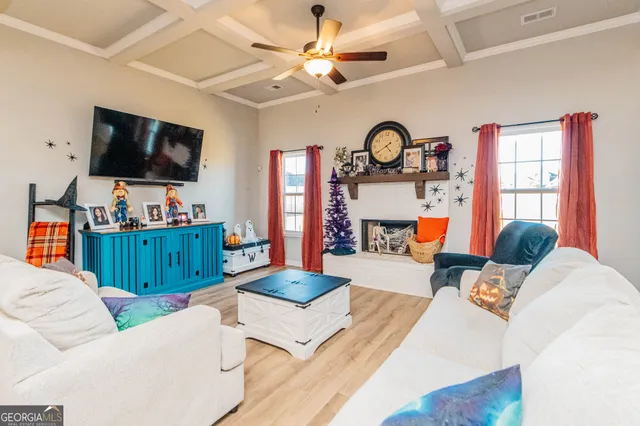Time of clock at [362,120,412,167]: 4:39
